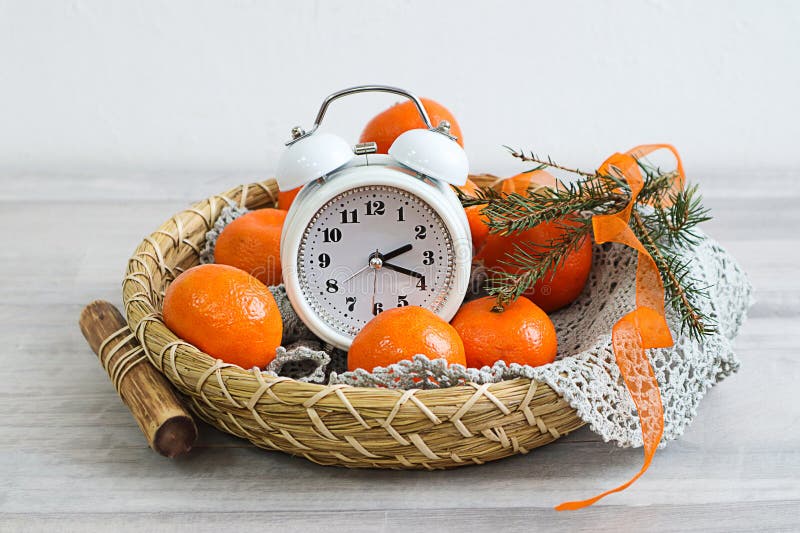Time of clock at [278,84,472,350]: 2:18
